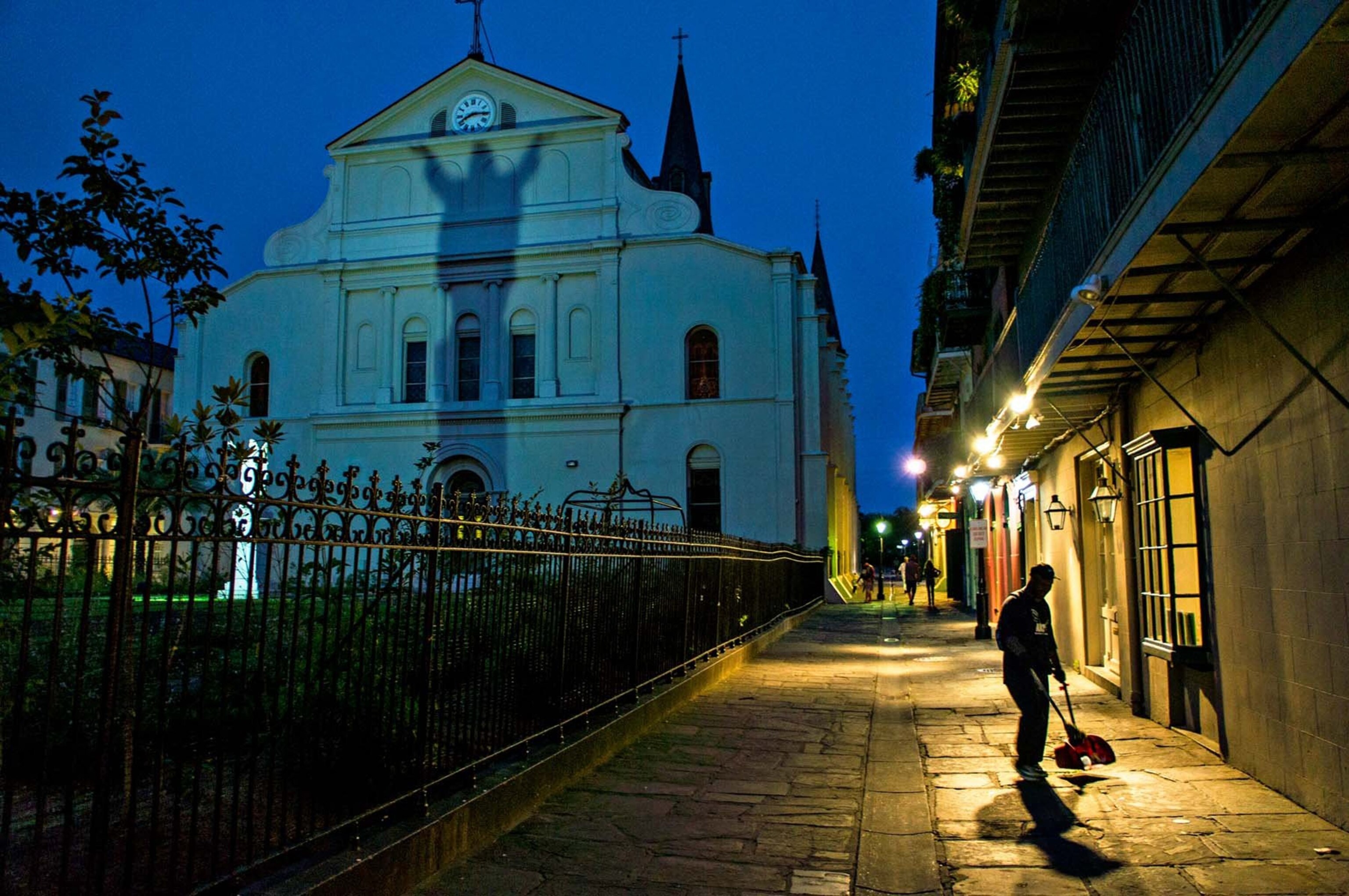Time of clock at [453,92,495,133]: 8:14
